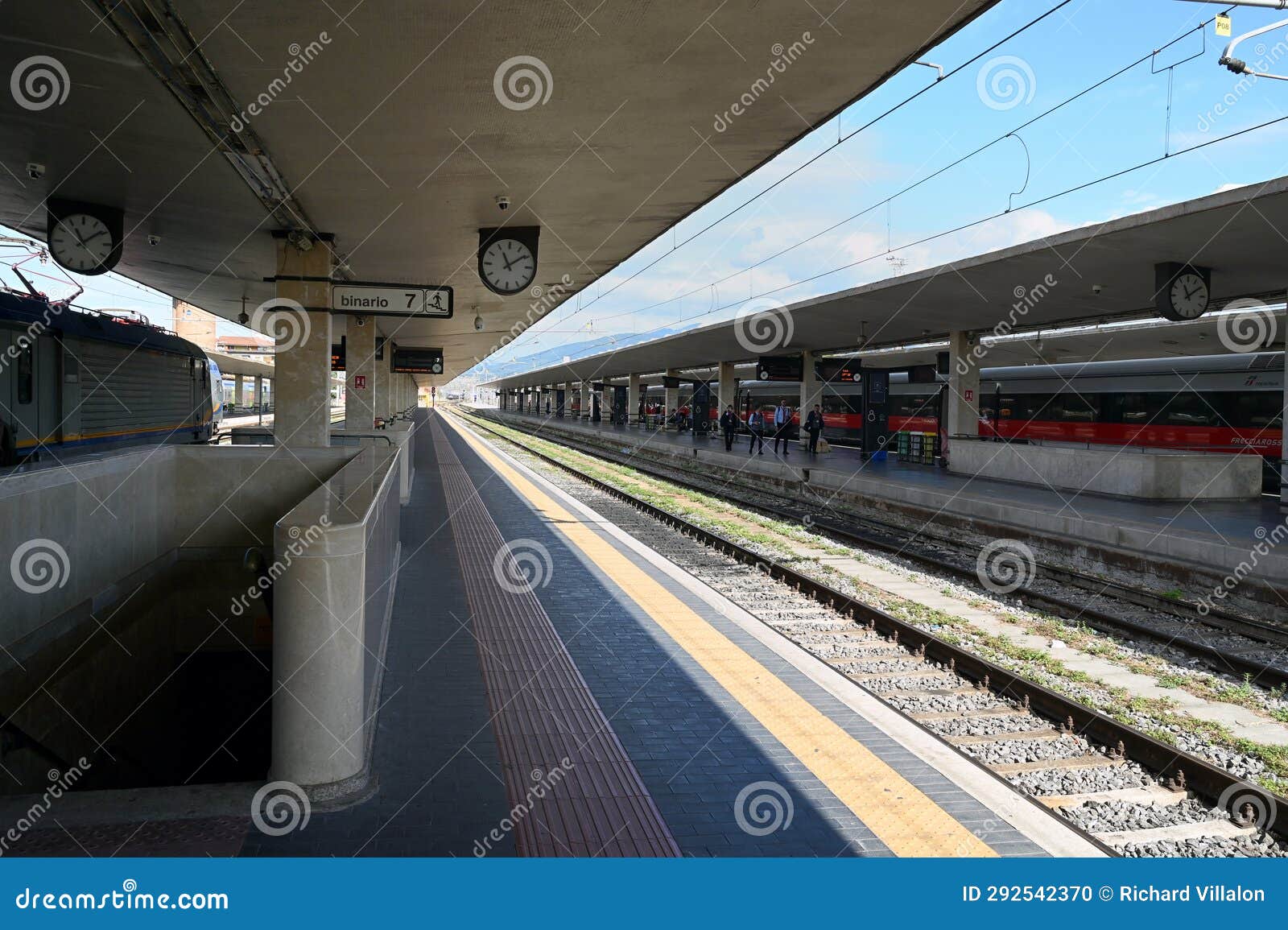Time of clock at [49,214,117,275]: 11:08
